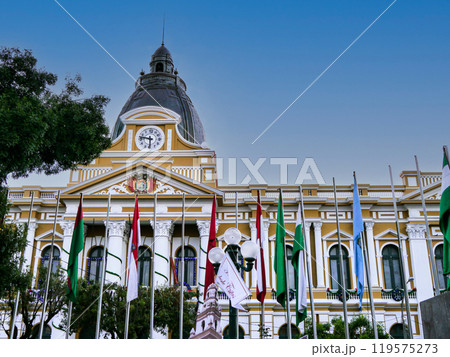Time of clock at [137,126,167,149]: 5:46
